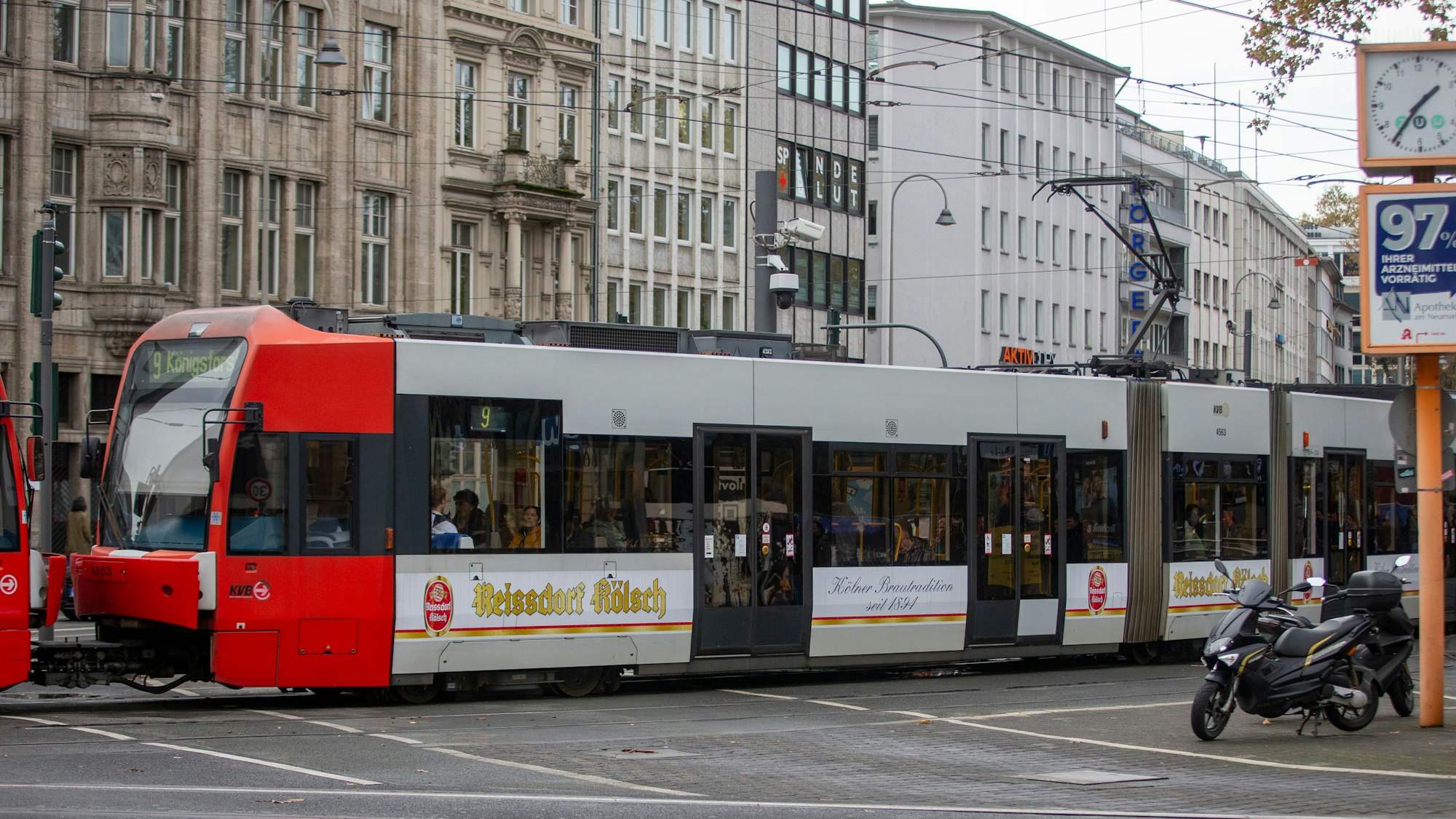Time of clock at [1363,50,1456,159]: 1:36
